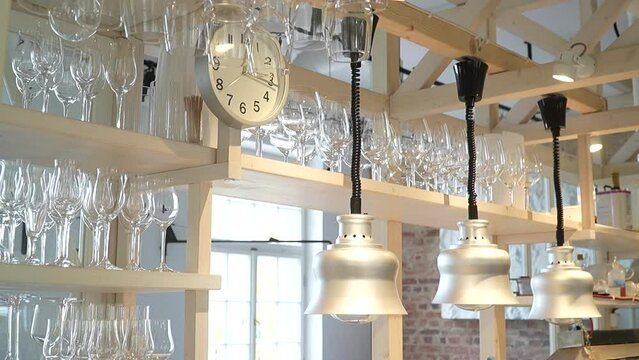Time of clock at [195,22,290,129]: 12:16
